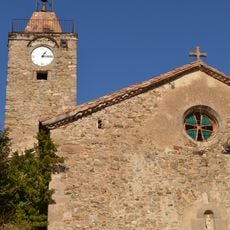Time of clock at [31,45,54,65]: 1:16
